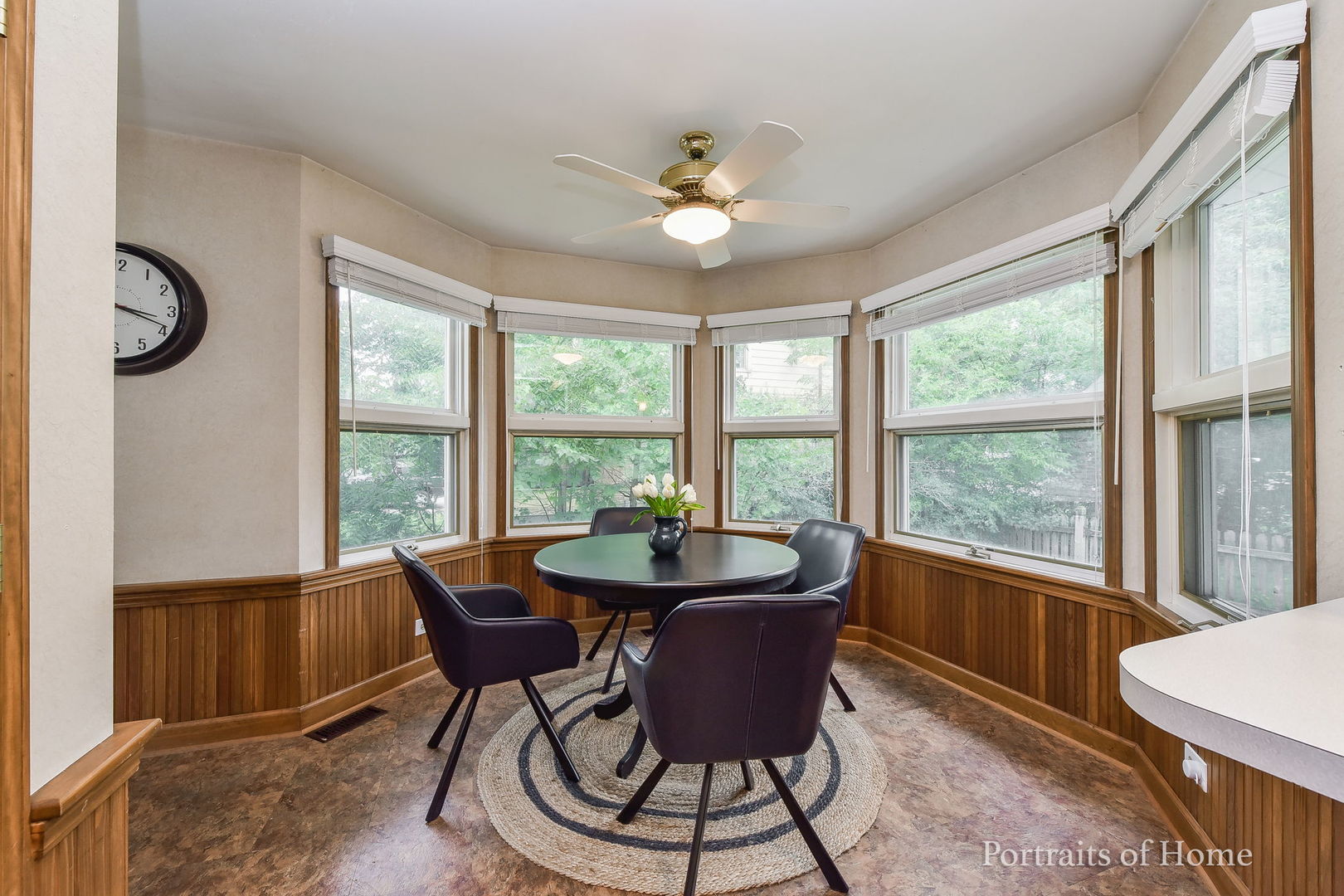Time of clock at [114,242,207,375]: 3:18
